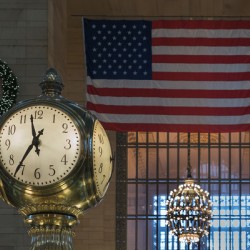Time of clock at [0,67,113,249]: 11:35
